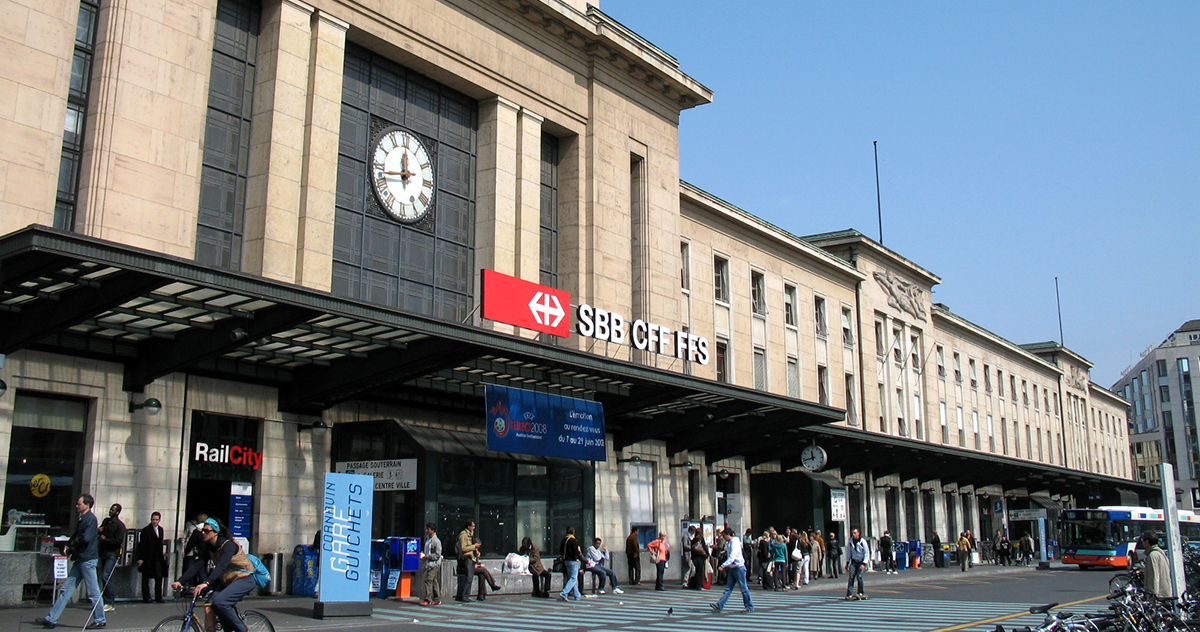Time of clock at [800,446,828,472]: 11:42
